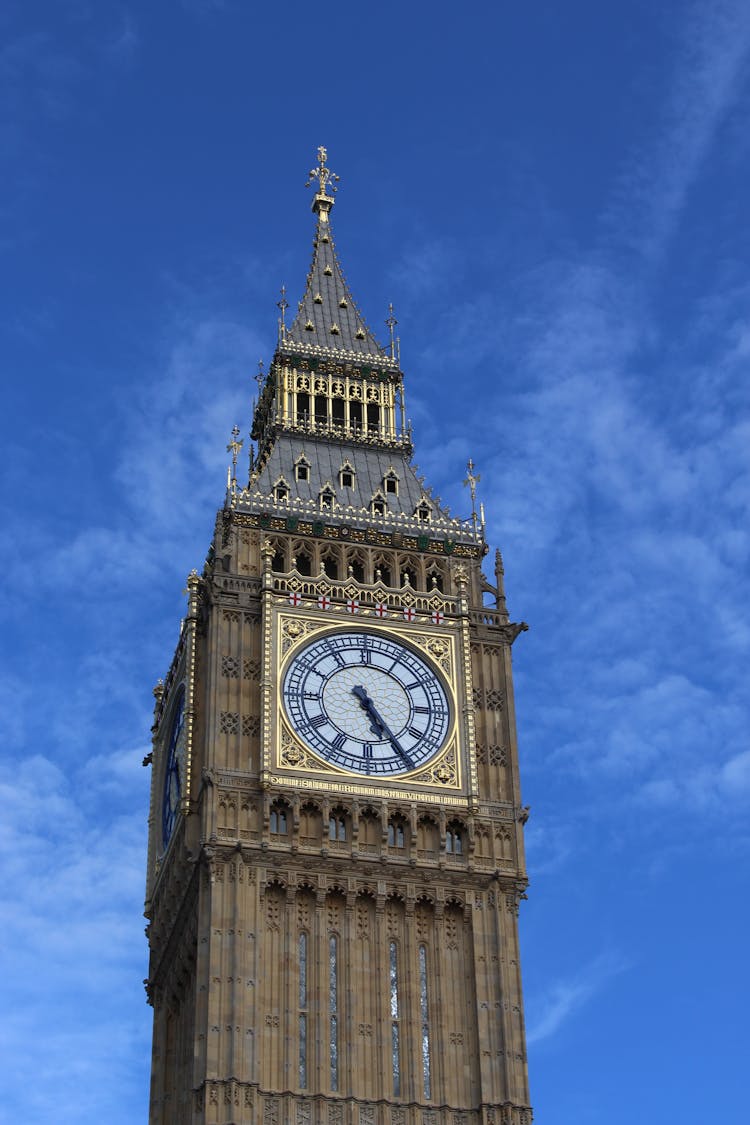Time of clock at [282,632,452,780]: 5:24
